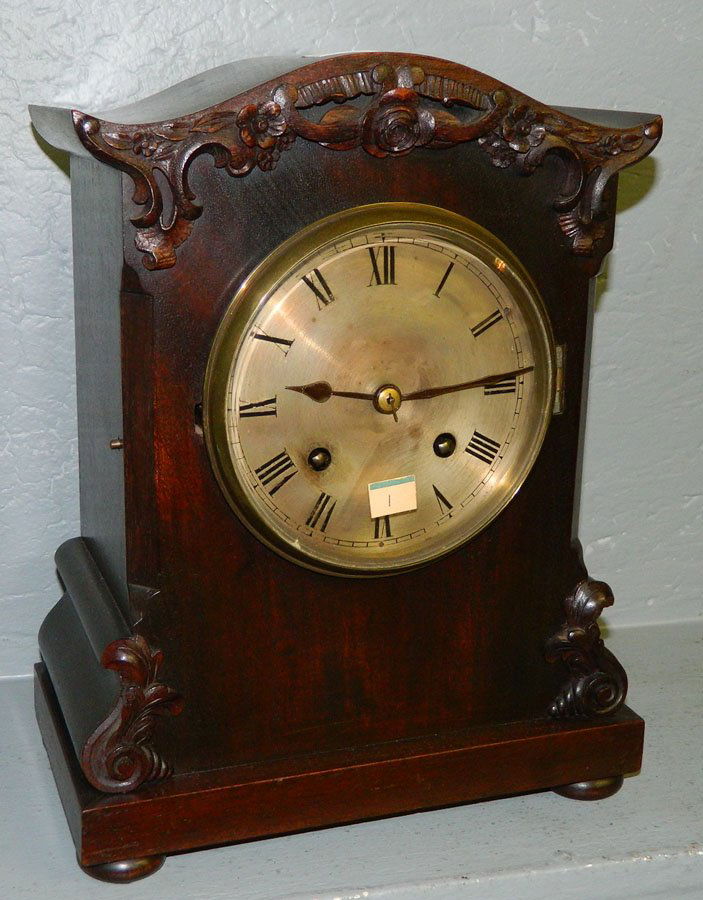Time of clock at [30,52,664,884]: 9:14
